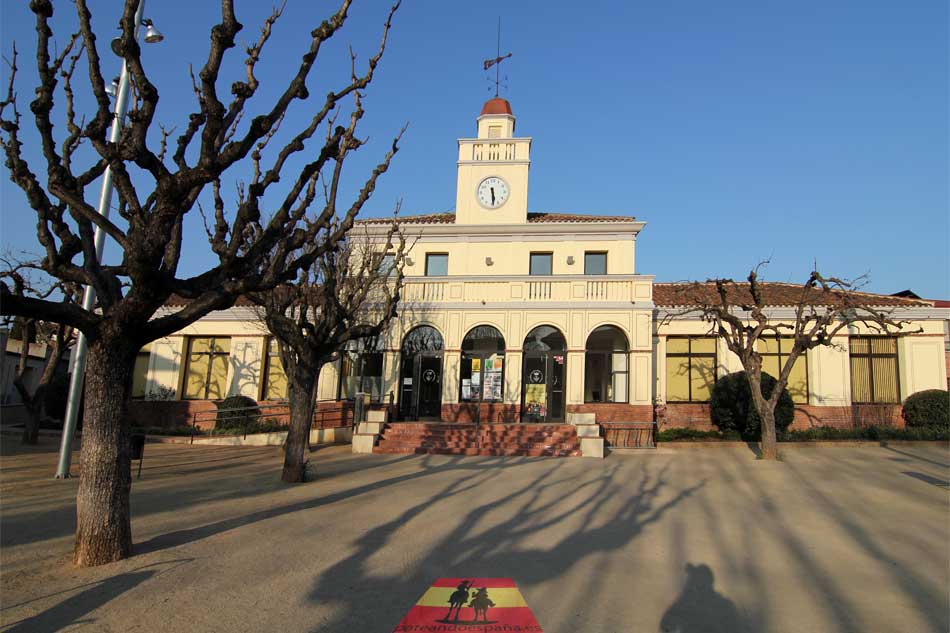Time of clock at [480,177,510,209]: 5:28
